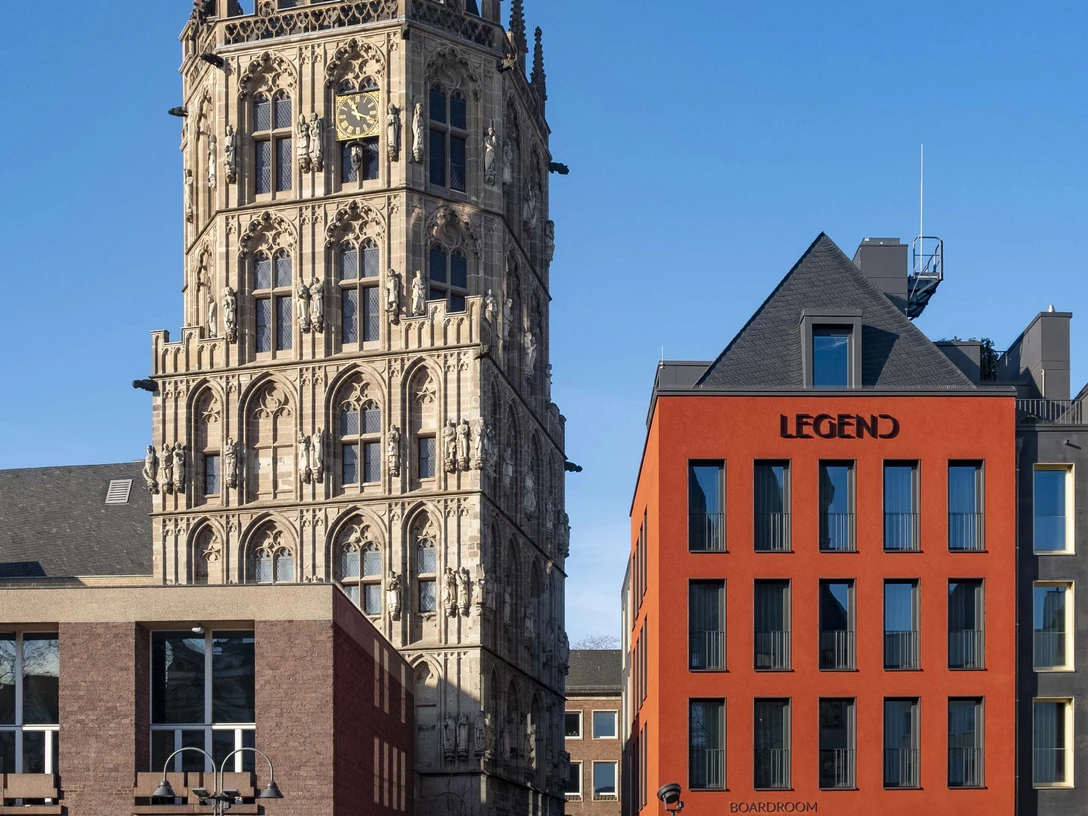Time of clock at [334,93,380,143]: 11:18
